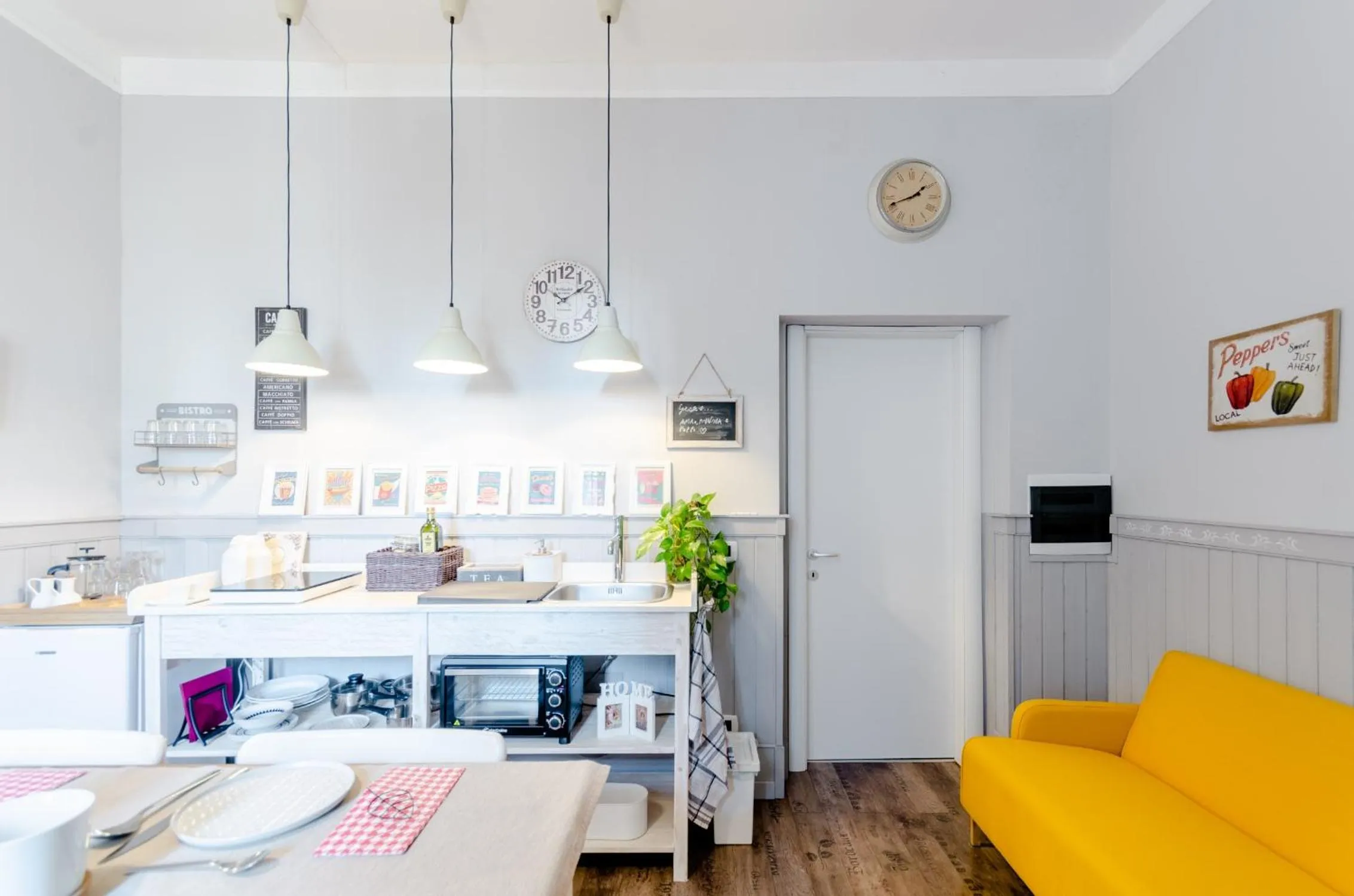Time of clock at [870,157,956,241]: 1:41
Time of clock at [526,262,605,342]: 10:09
